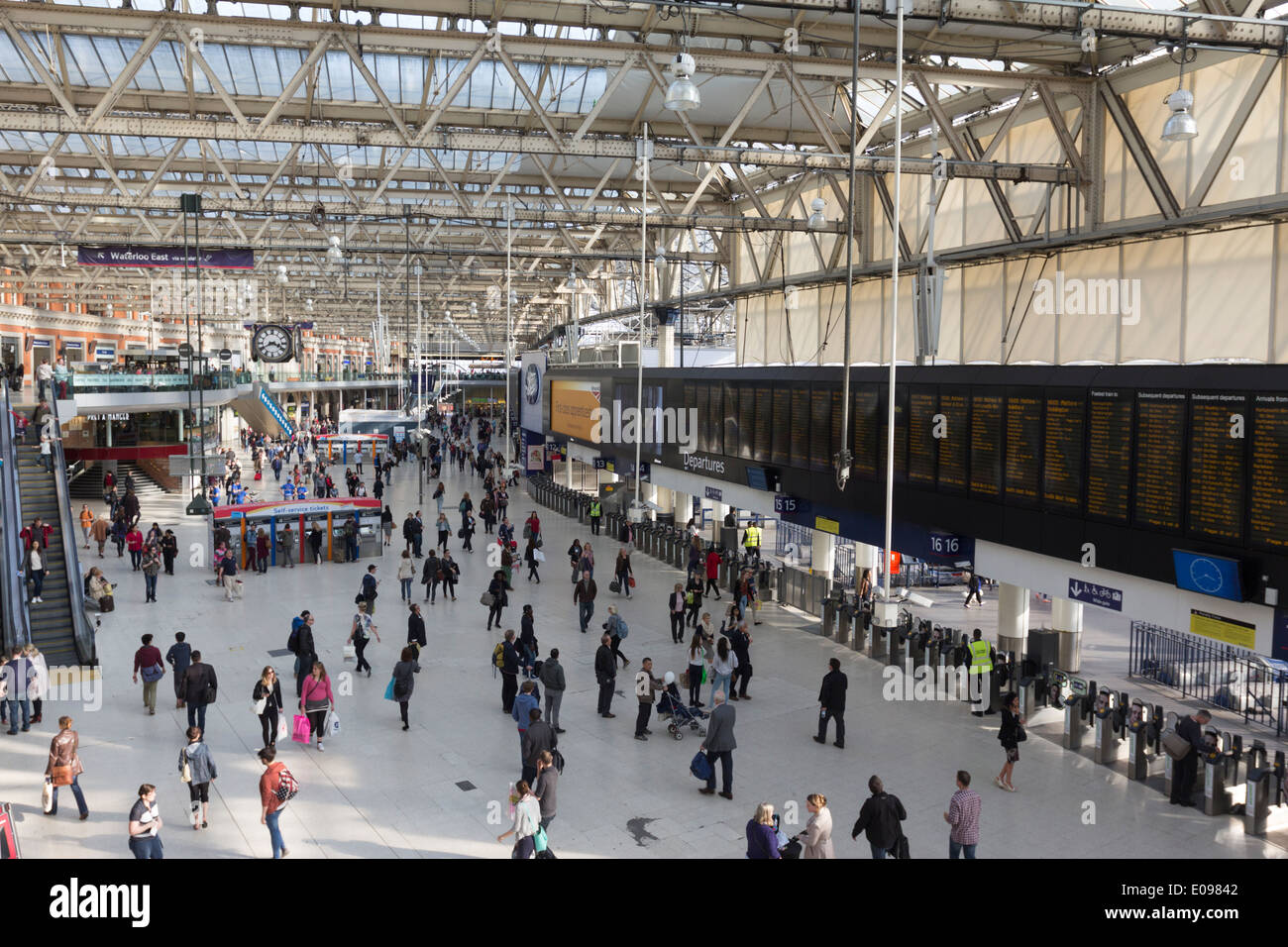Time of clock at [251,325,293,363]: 3:40
